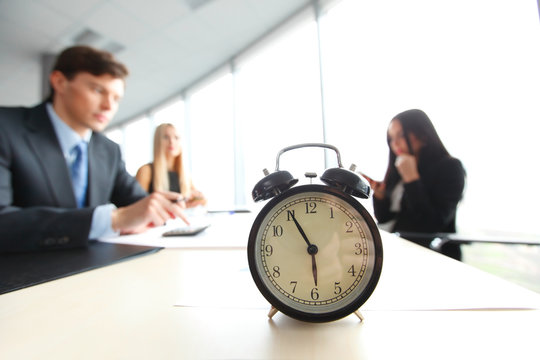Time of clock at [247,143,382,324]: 5:55
